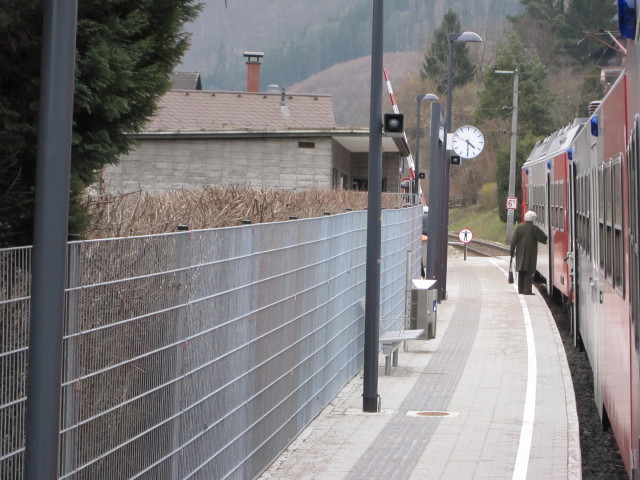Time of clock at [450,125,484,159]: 4:29
